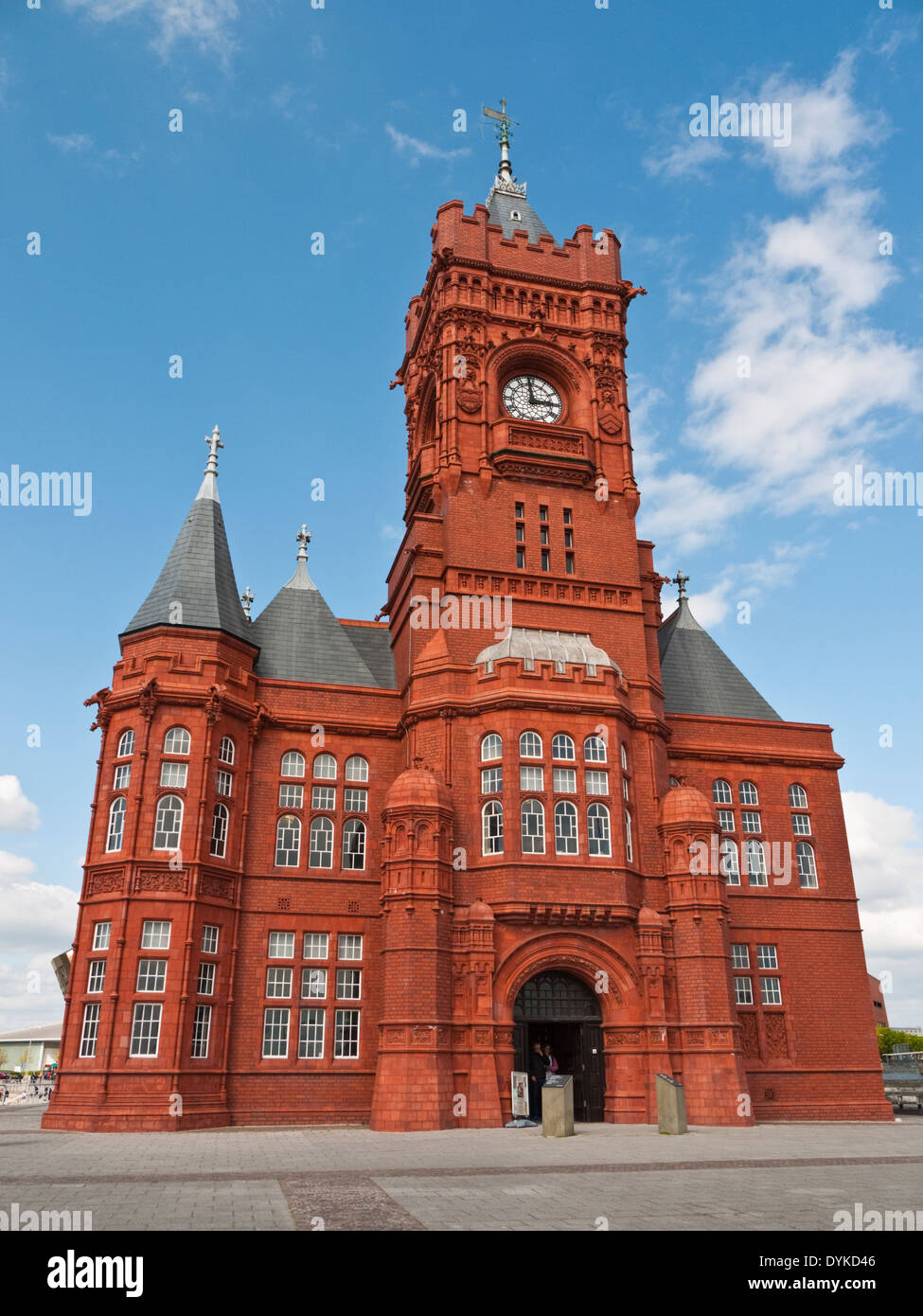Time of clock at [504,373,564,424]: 2:58
